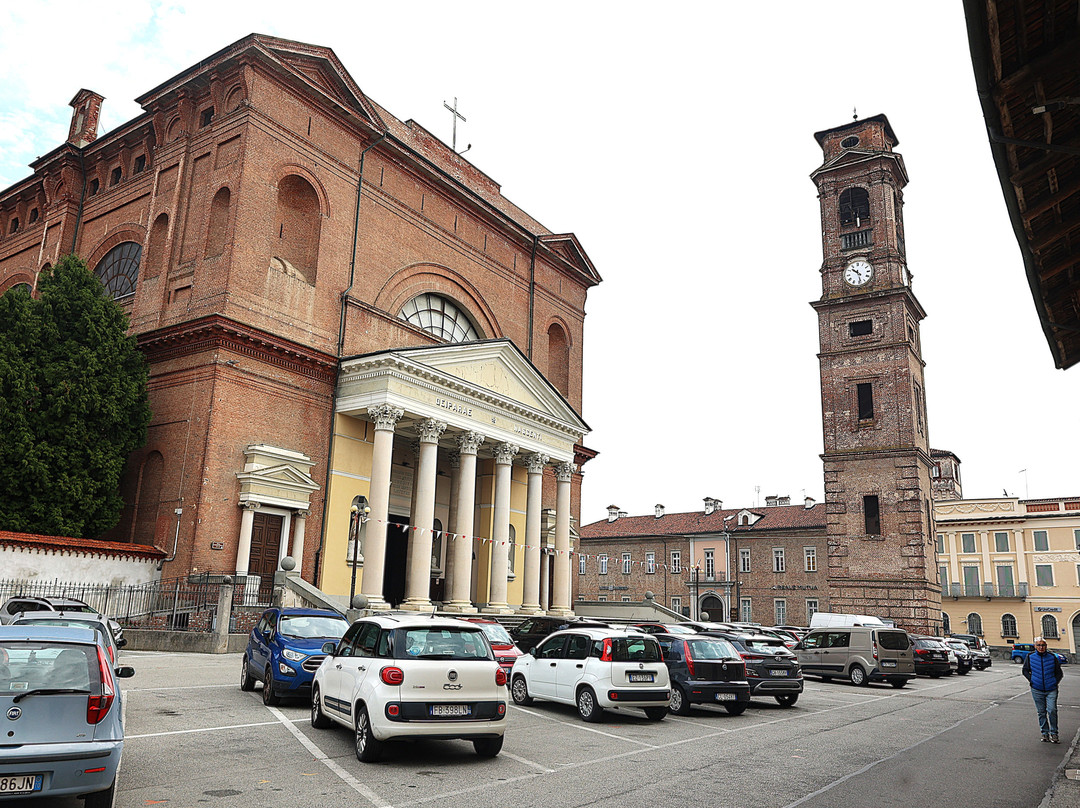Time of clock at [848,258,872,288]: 10:28
